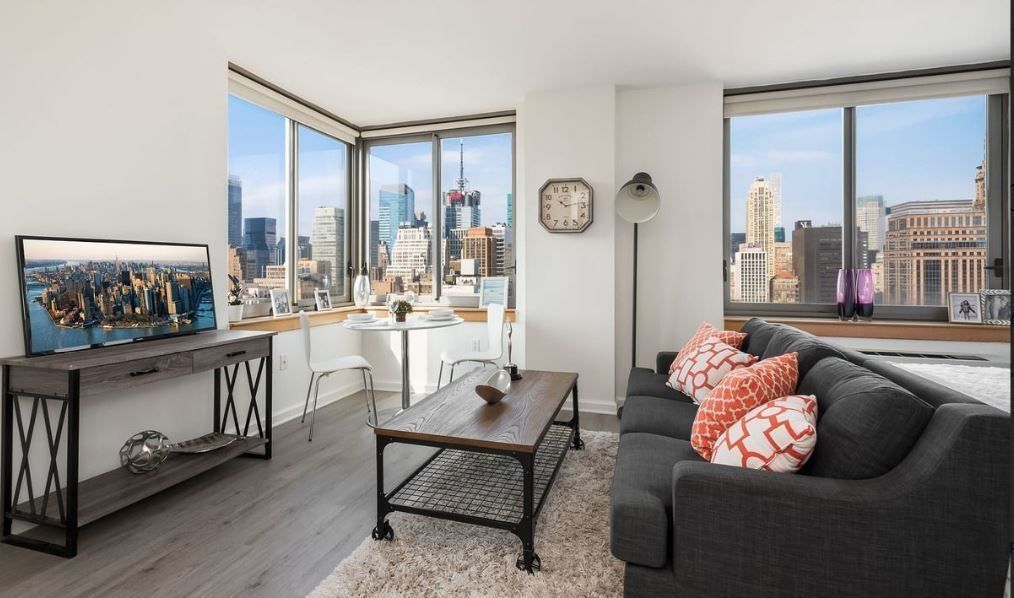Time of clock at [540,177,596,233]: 10:13
